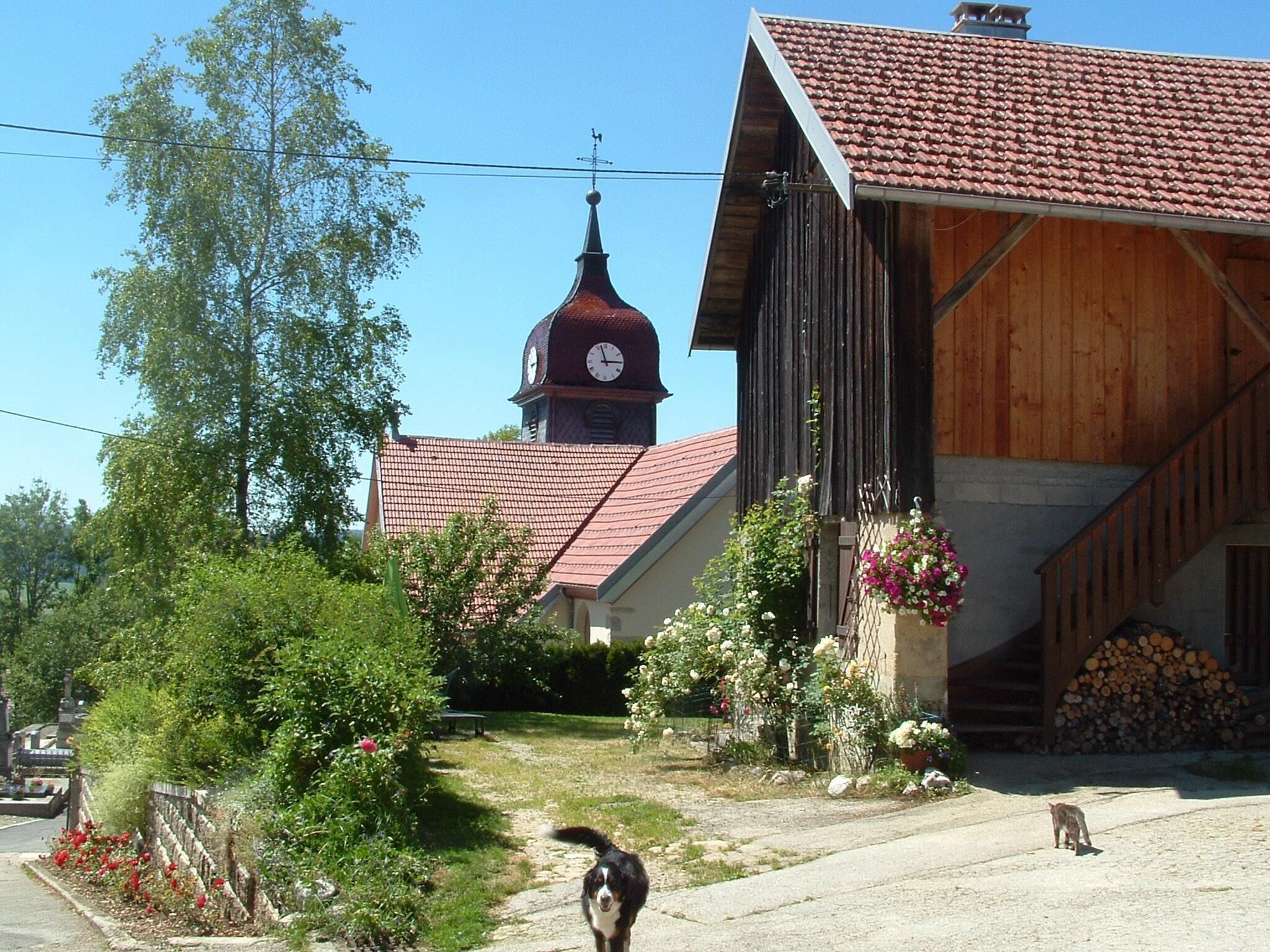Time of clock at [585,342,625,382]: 2:57
